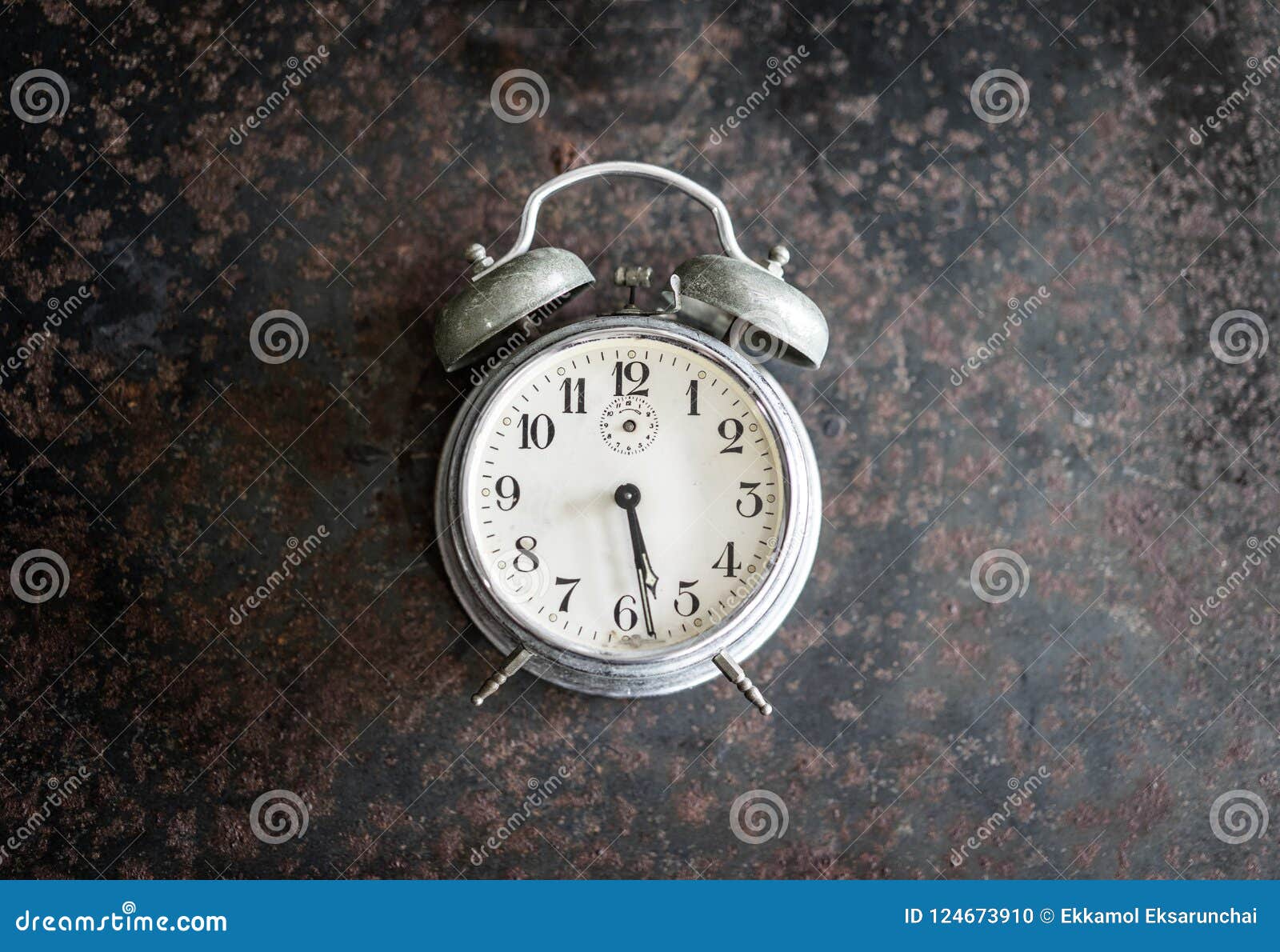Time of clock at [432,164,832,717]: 5:28
